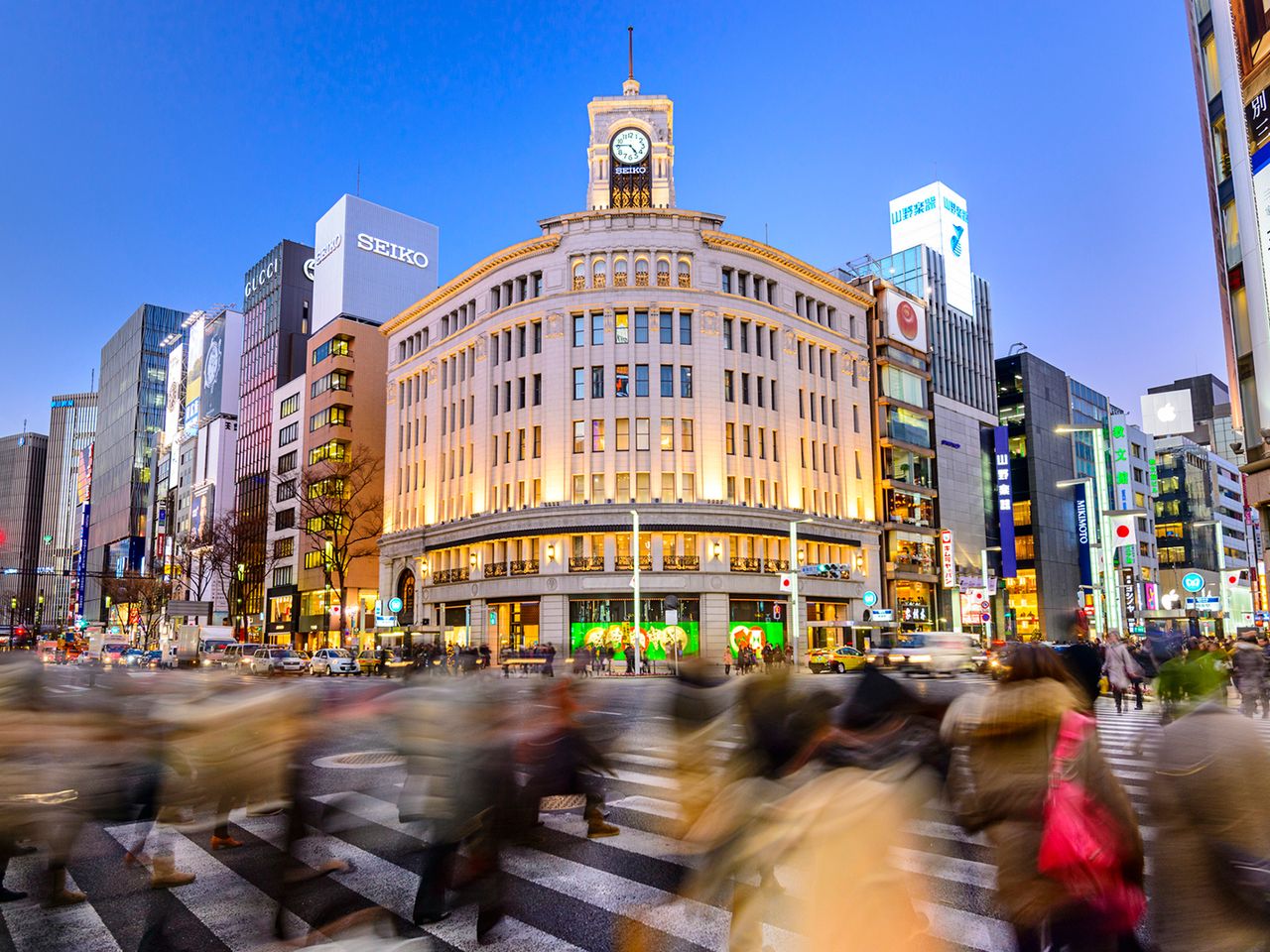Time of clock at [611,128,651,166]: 4:45
